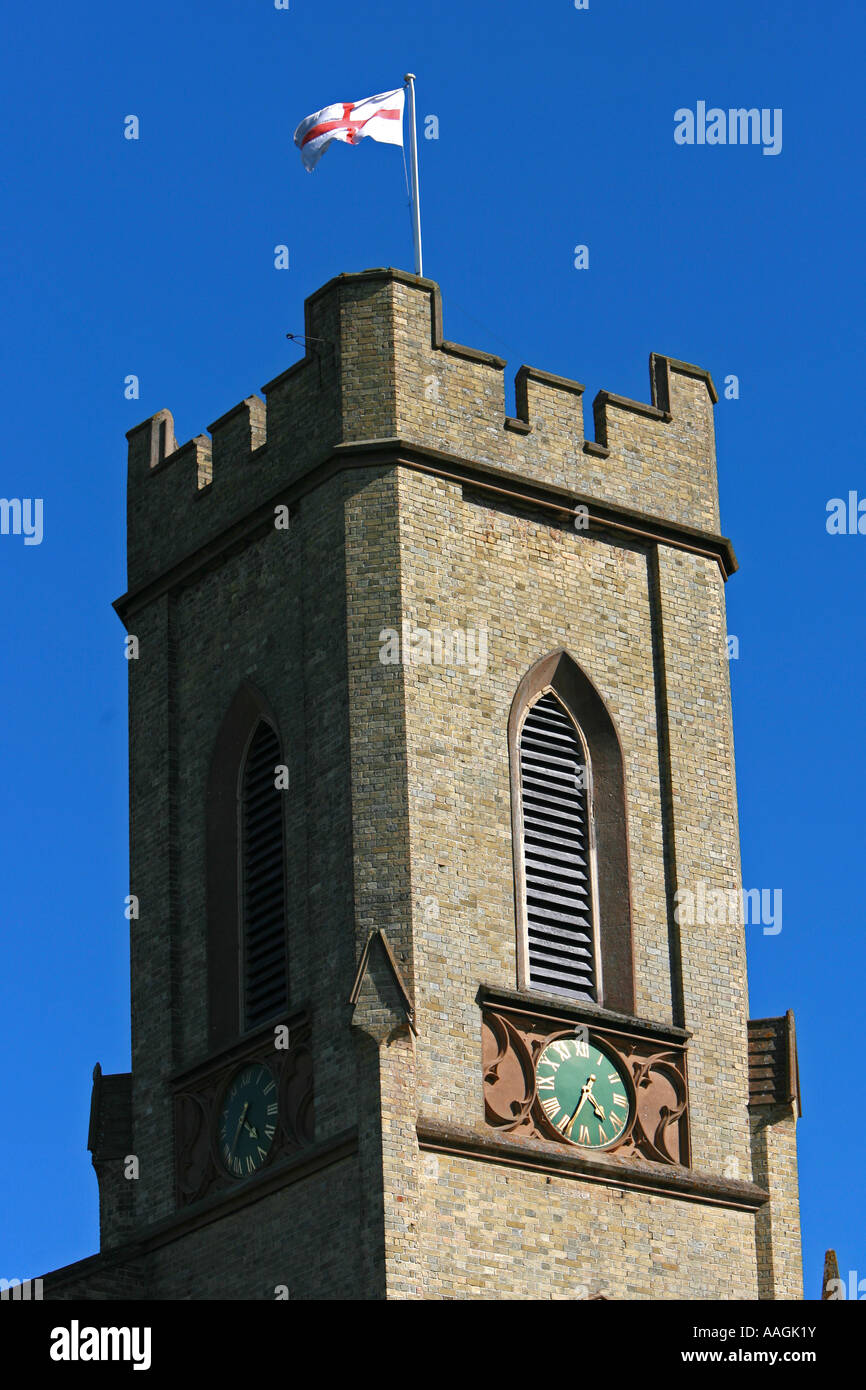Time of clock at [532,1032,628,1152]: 4:34
